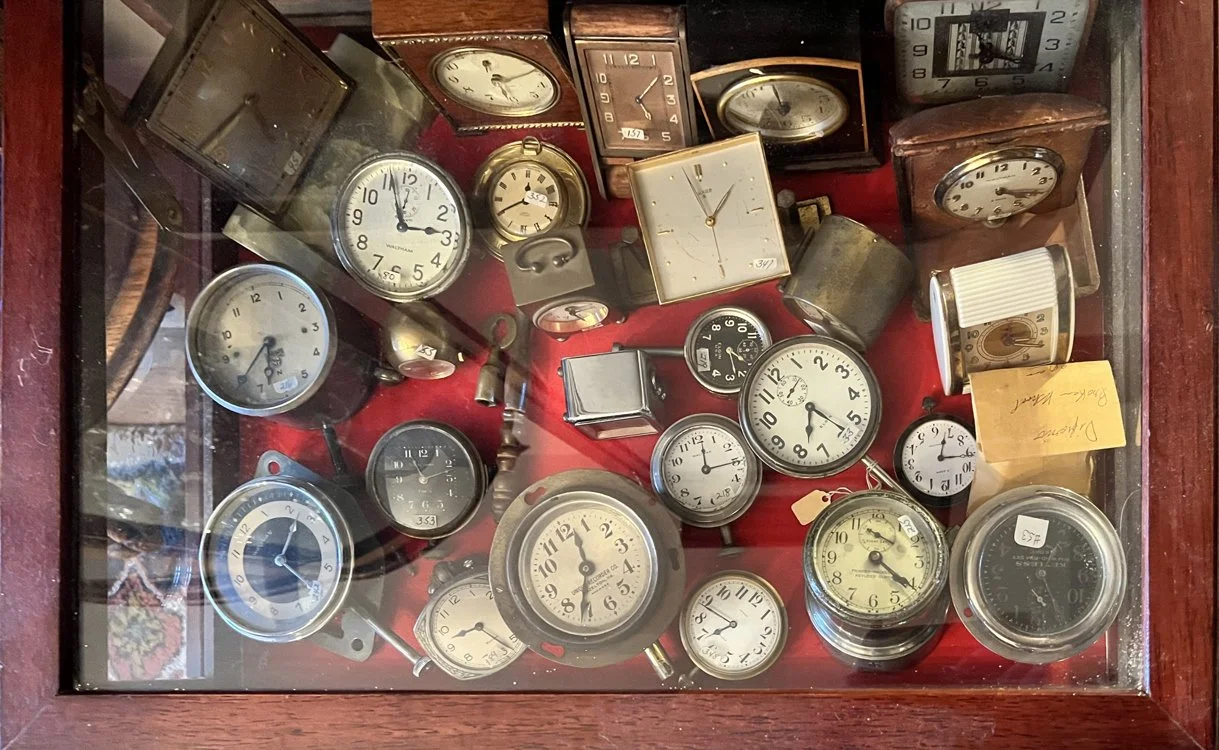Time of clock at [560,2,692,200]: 5:08
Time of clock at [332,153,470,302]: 2:56
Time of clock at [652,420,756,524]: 12:15
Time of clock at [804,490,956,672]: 4:21
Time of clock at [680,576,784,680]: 7:48
